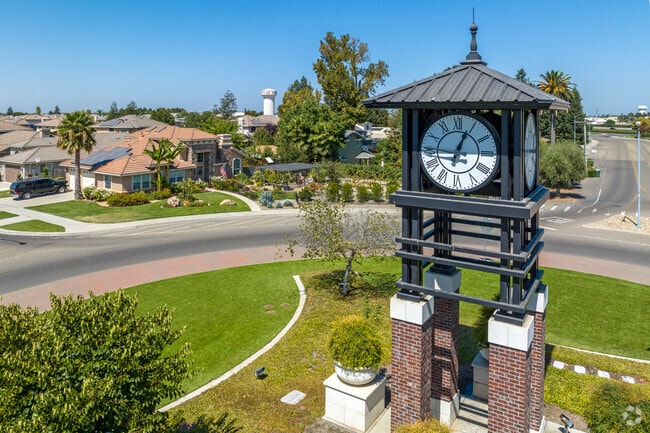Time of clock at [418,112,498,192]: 12:45
